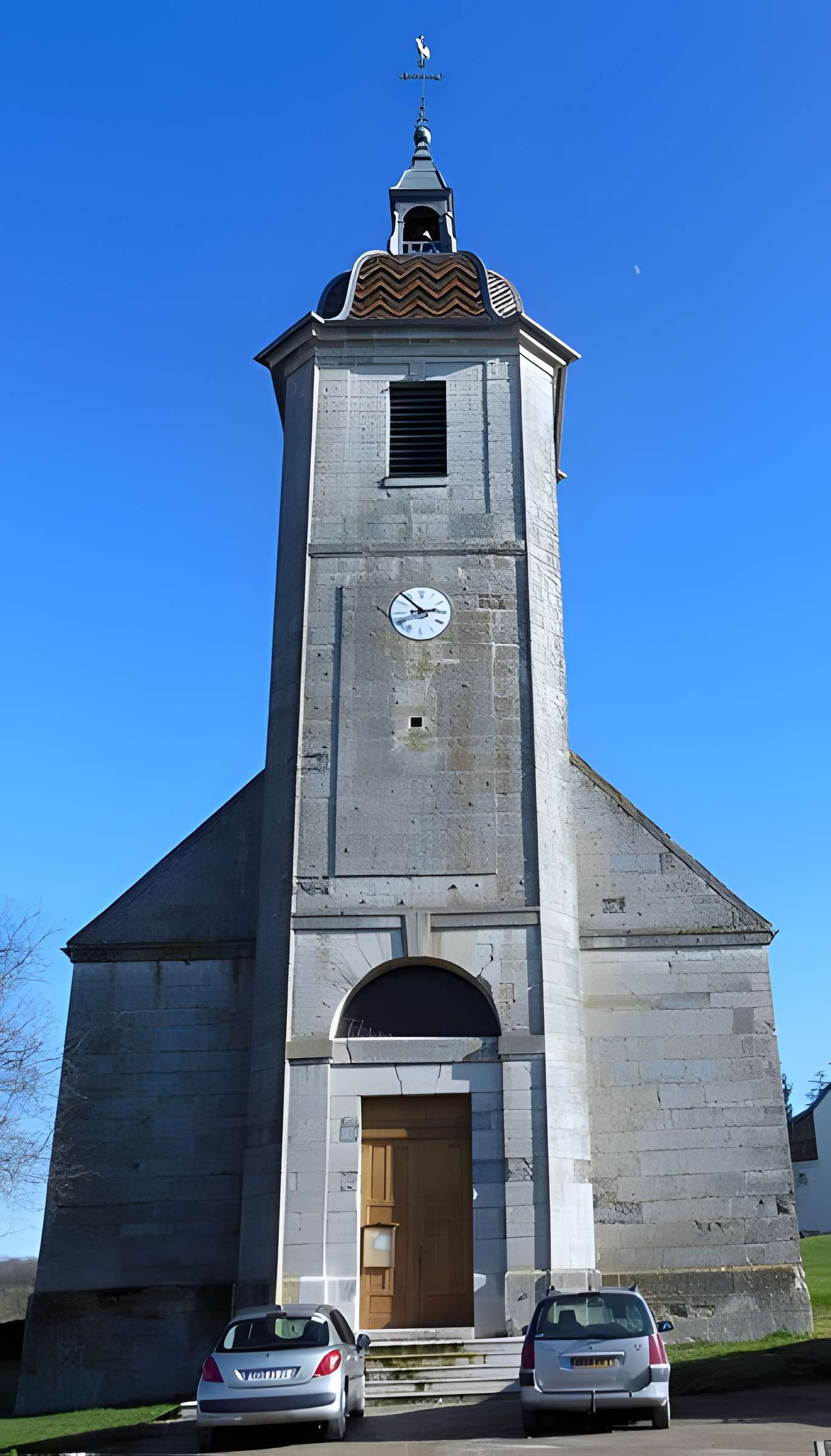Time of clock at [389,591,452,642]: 2:53
